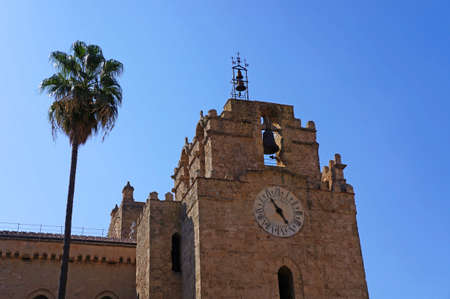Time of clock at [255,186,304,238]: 4:54
